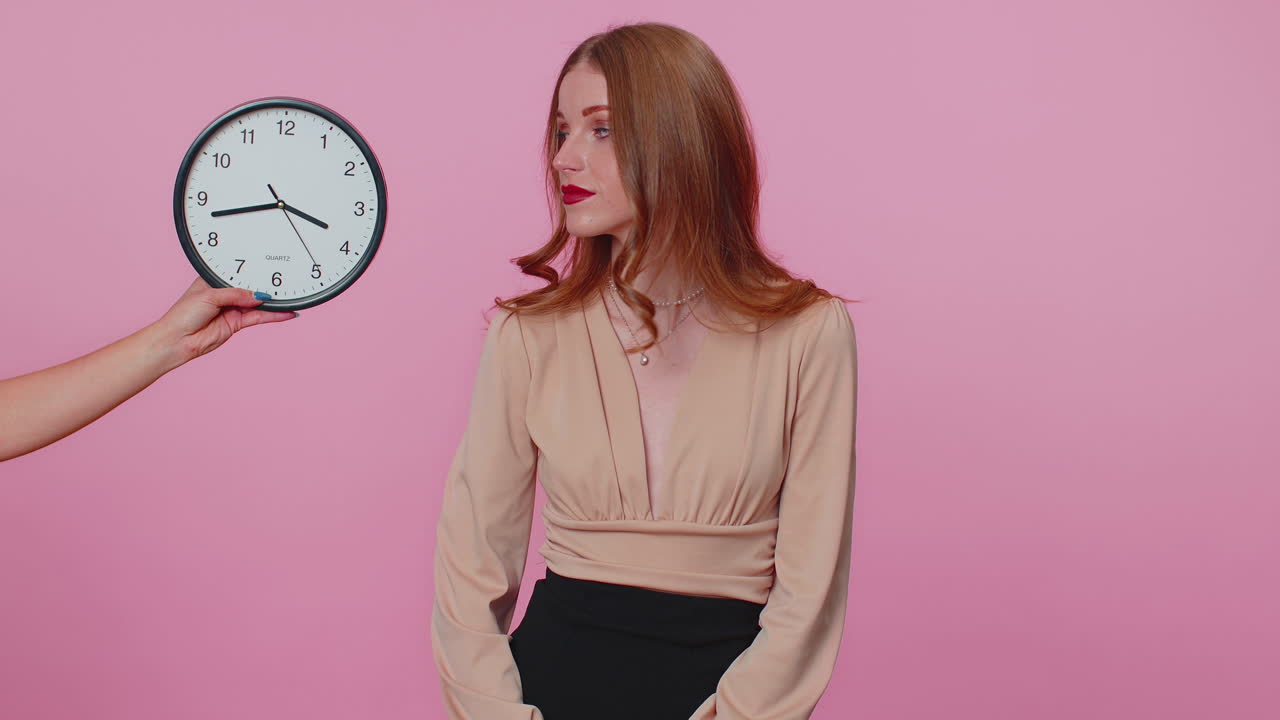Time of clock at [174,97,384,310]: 3:42
